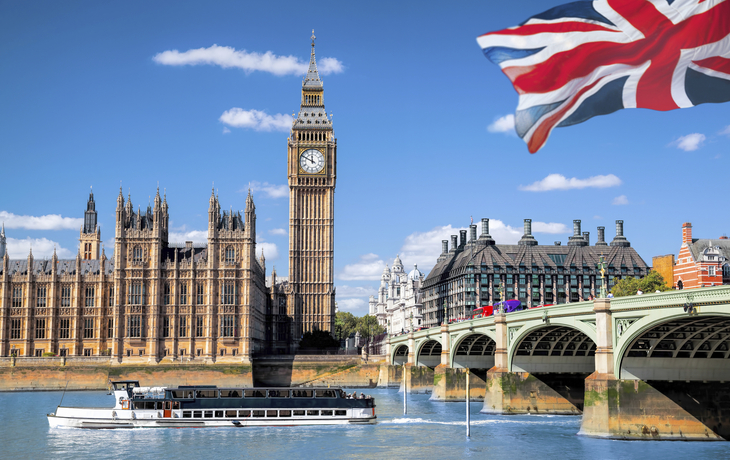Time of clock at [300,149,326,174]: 11:49
